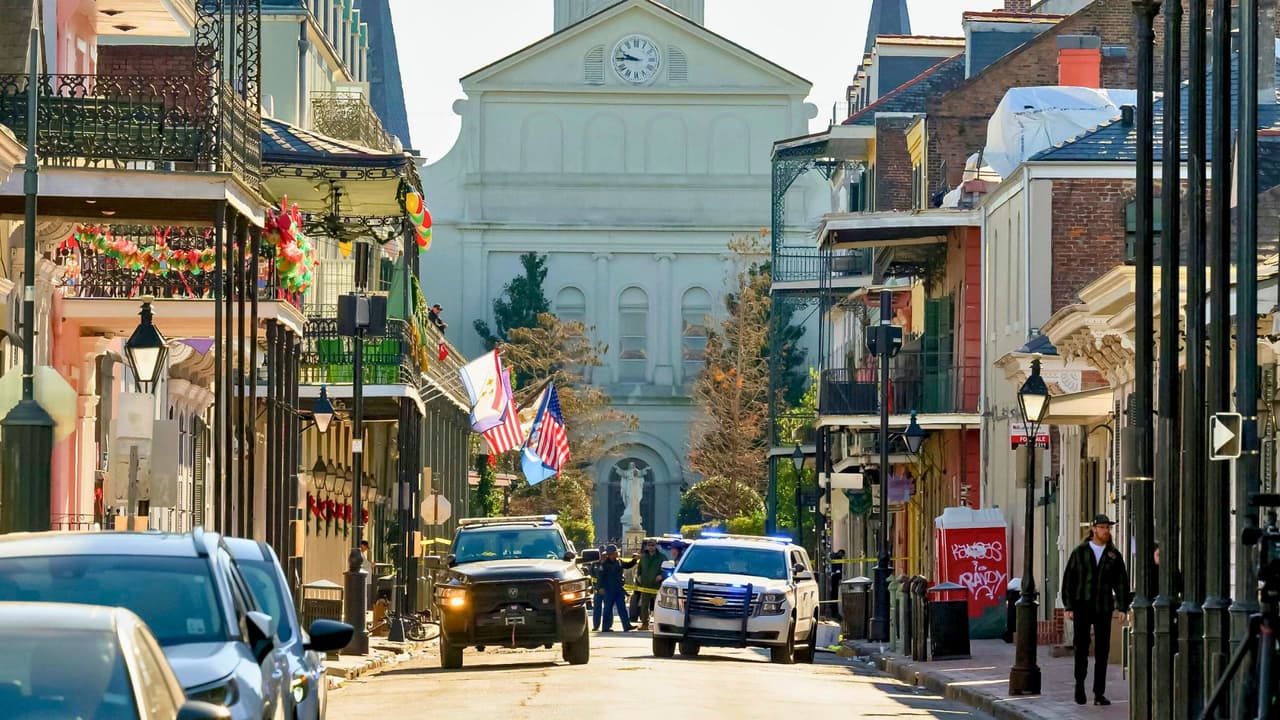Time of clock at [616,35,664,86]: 9:45
